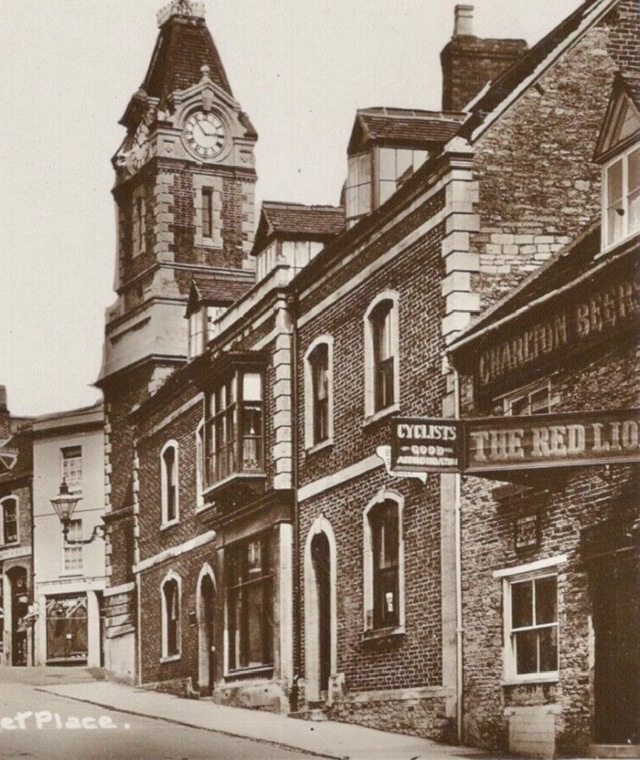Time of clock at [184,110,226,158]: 2:53
